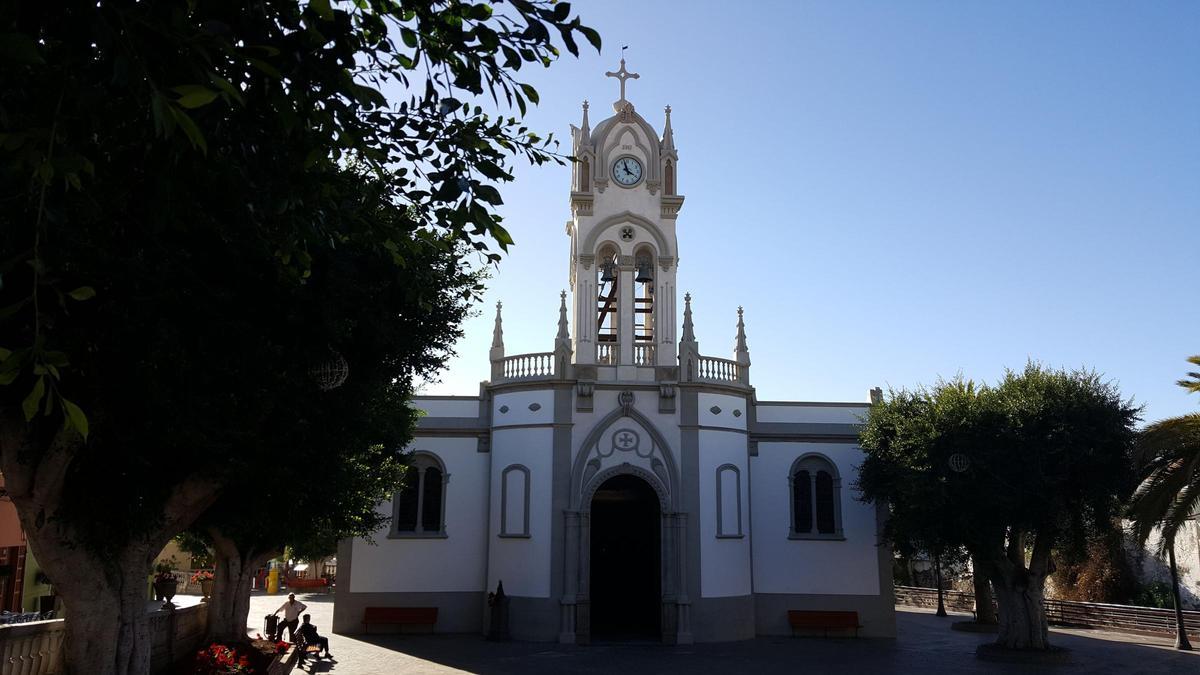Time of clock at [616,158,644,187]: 3:57
